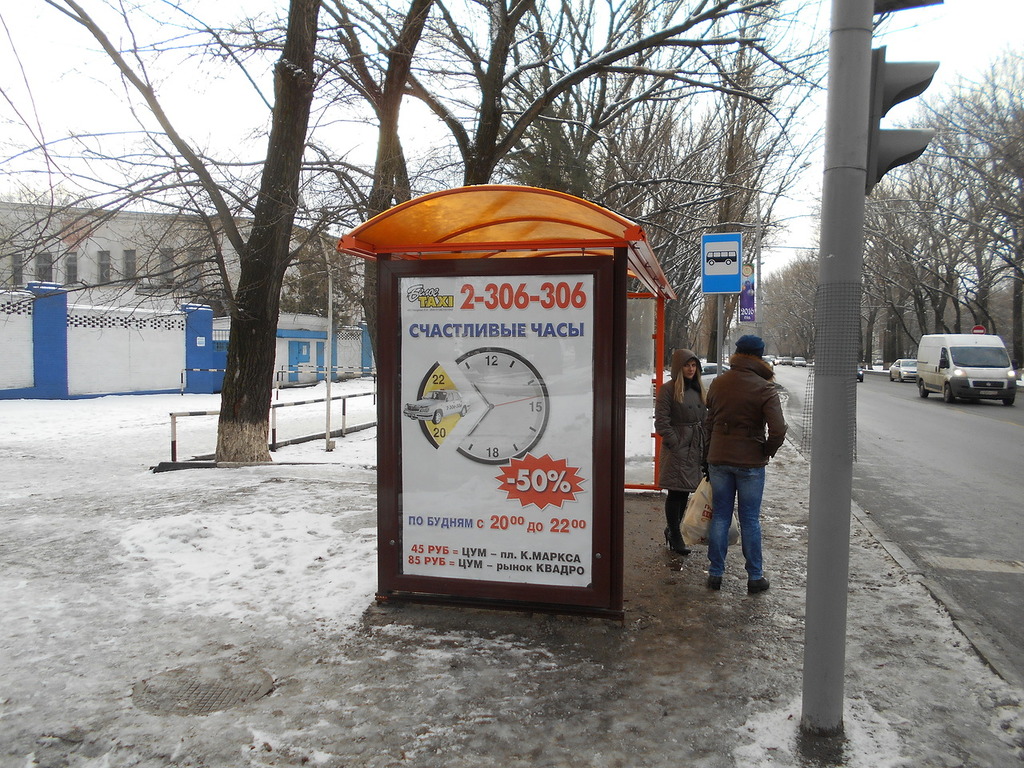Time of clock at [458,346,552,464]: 10:36
